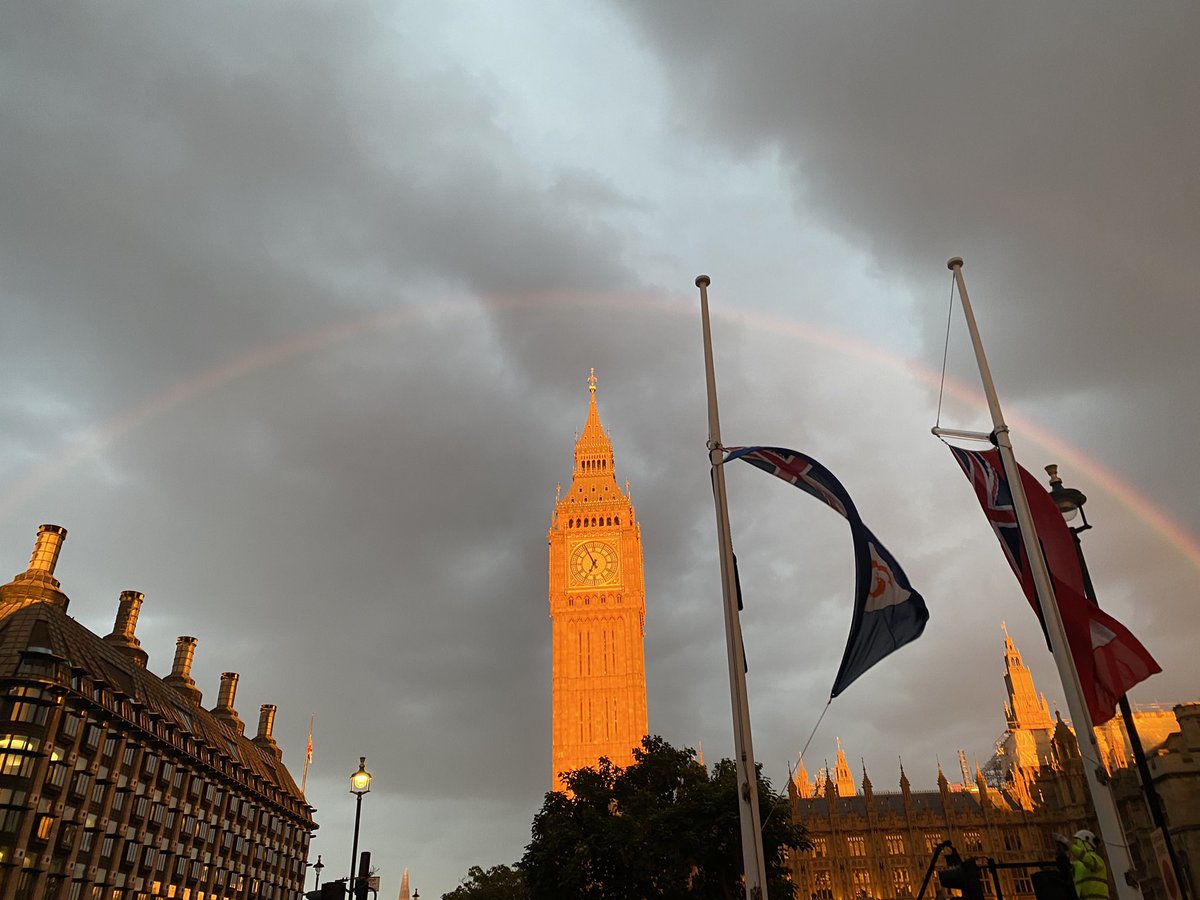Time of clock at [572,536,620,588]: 6:55
